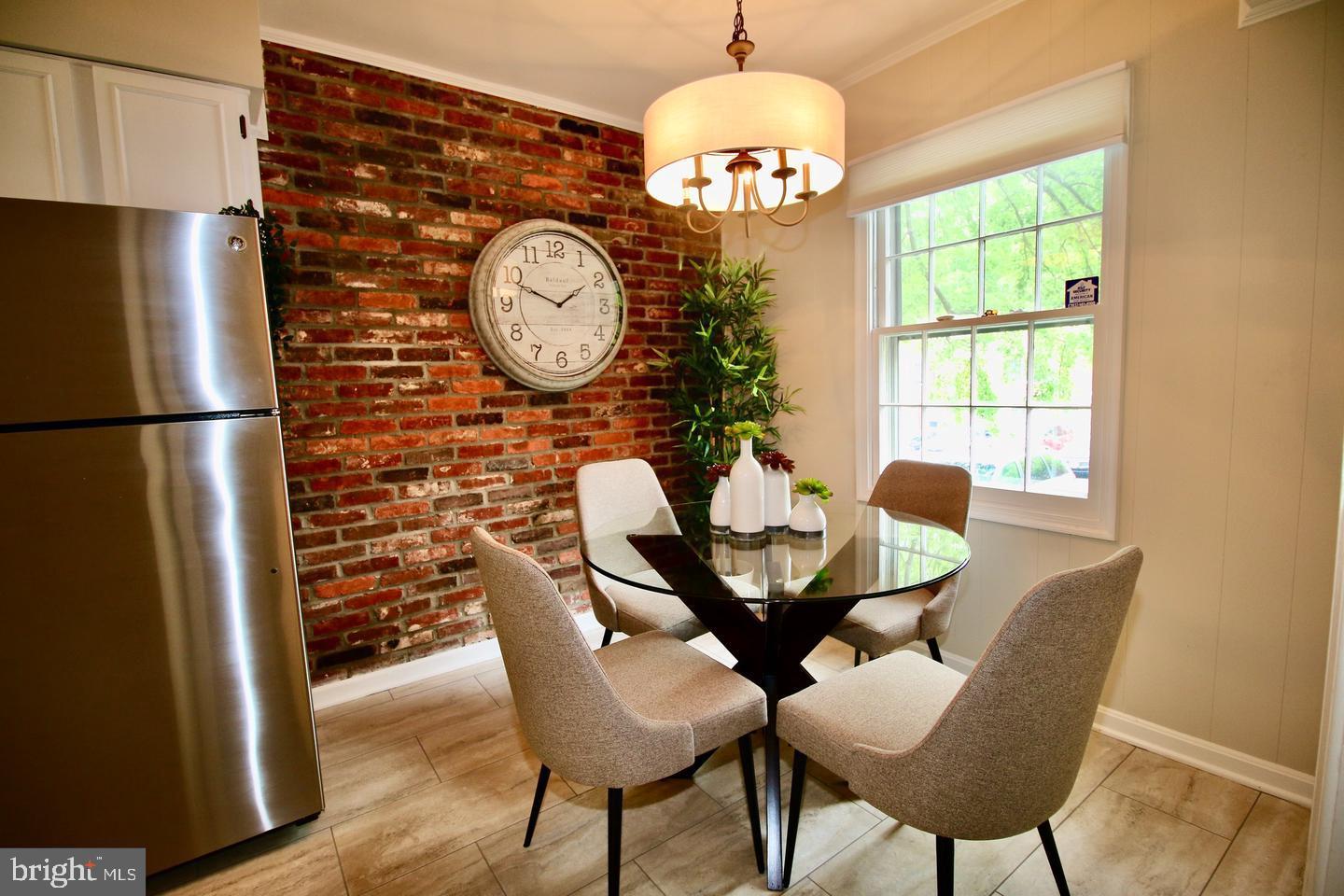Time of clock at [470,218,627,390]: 1:48
